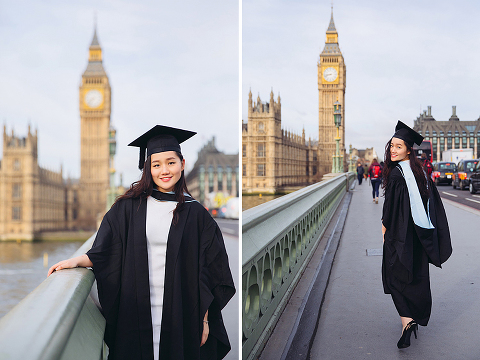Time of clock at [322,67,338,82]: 8:42
